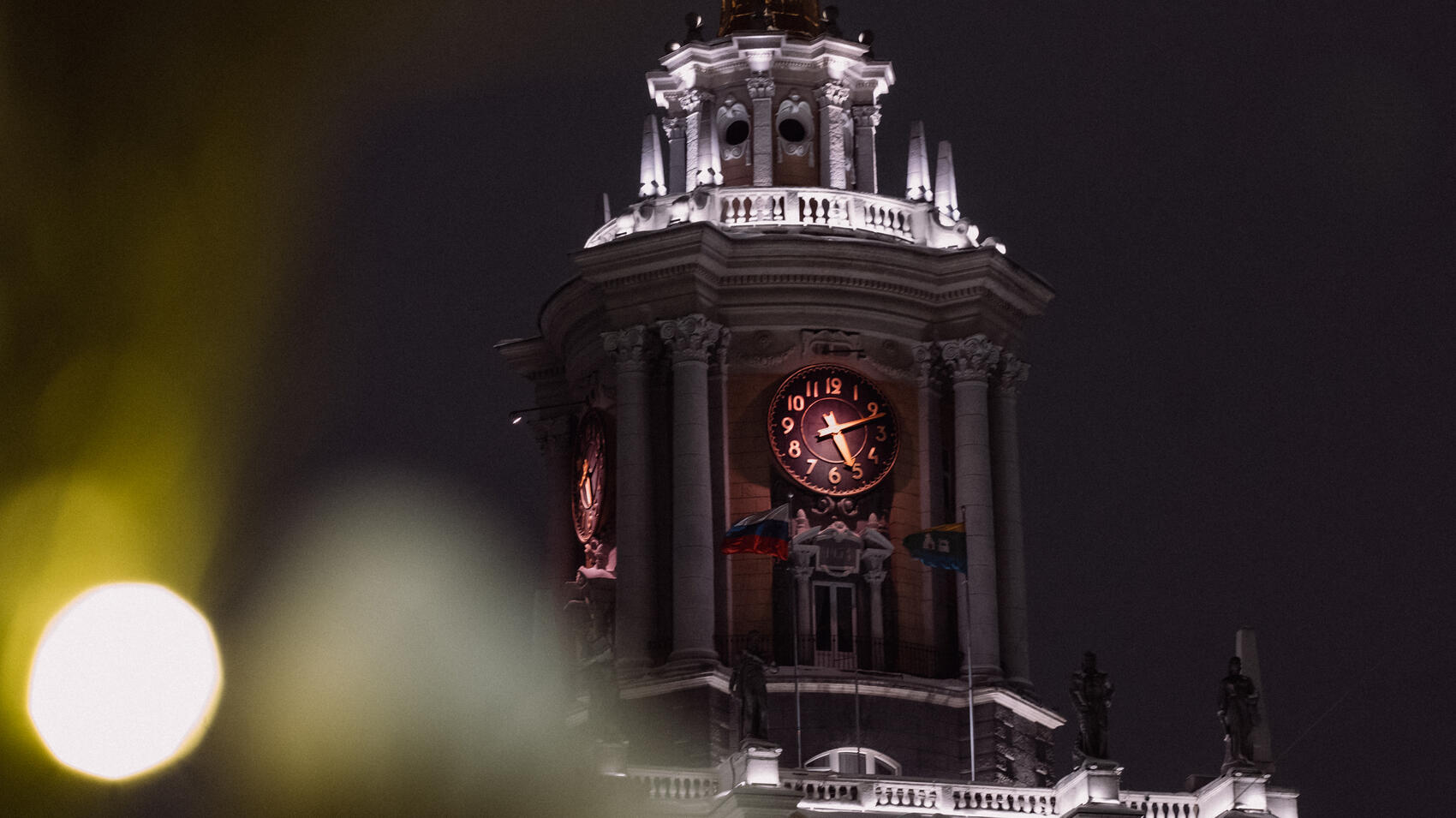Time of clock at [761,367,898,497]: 5:12
